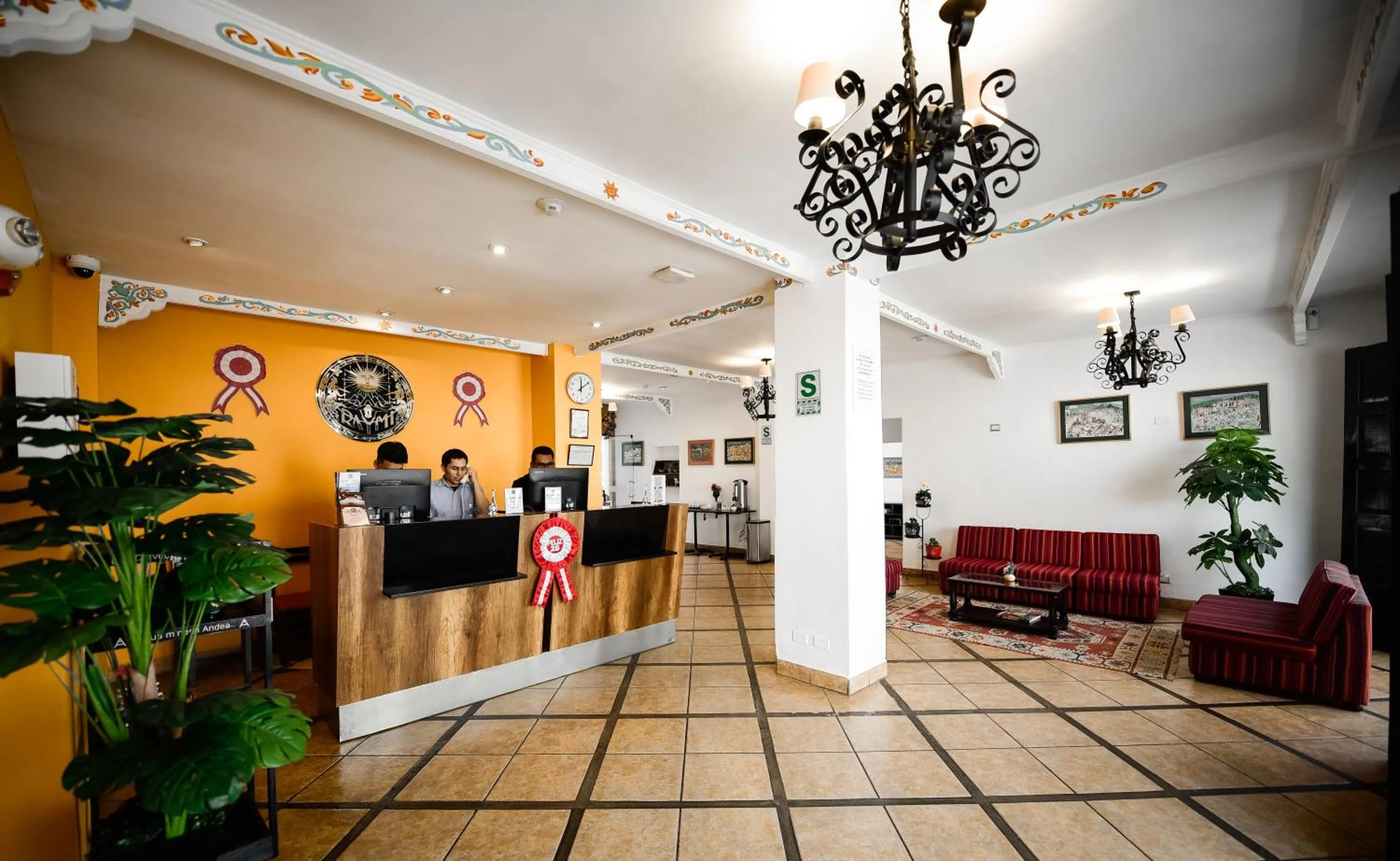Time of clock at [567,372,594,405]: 12:09
